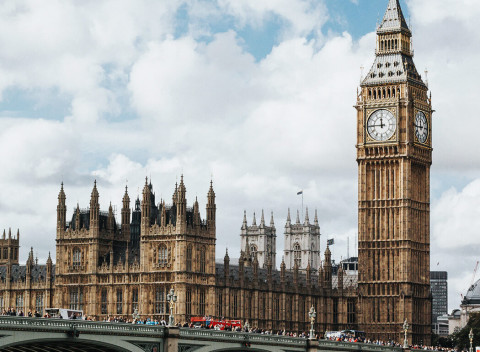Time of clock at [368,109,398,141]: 11:45
